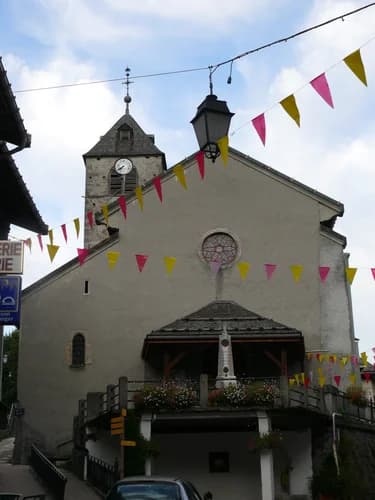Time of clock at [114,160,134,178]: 7:40
